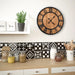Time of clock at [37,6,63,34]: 4:07
